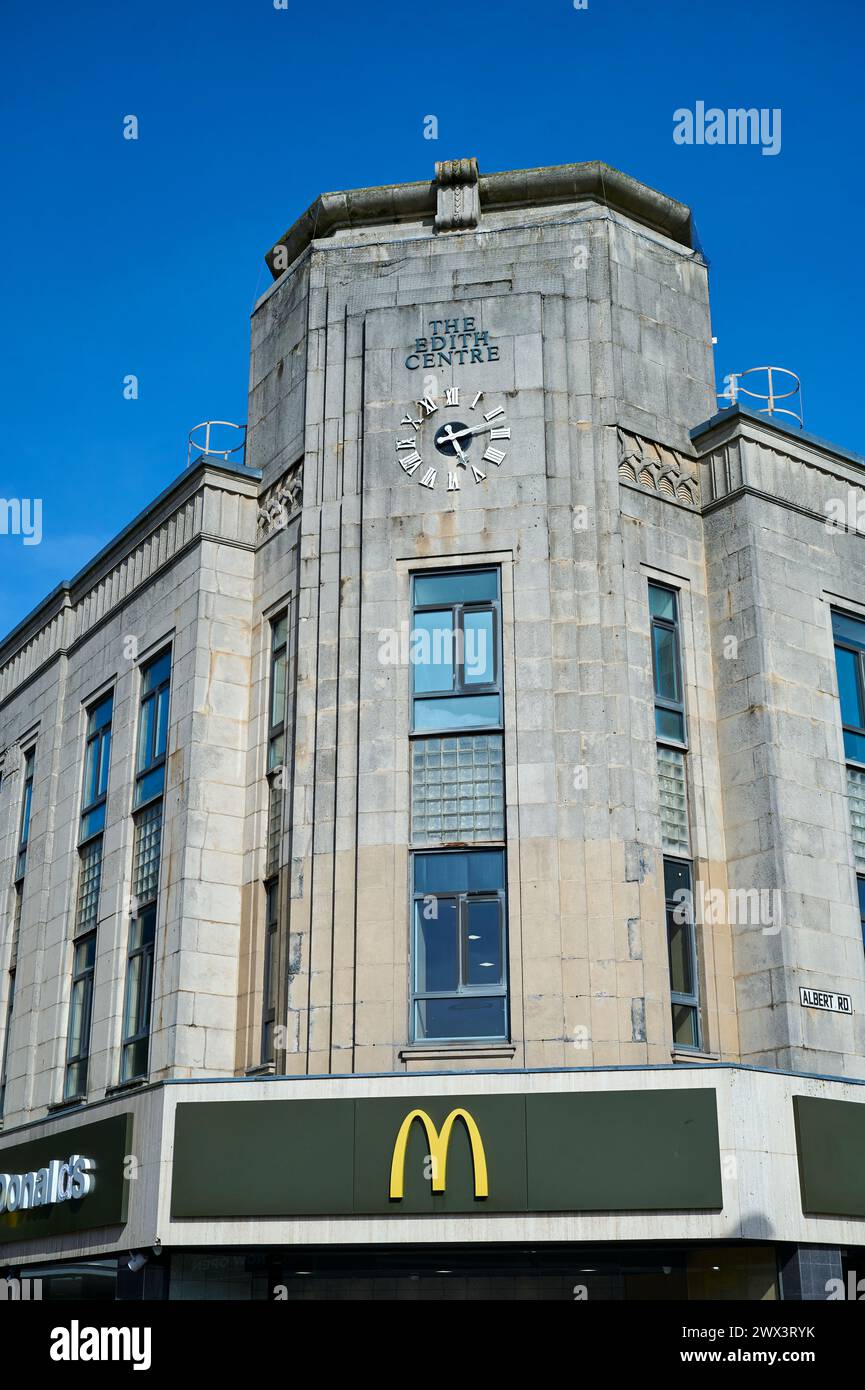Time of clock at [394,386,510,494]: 5:13
